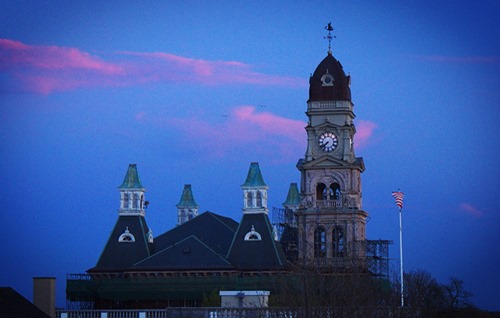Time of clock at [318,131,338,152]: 7:38
